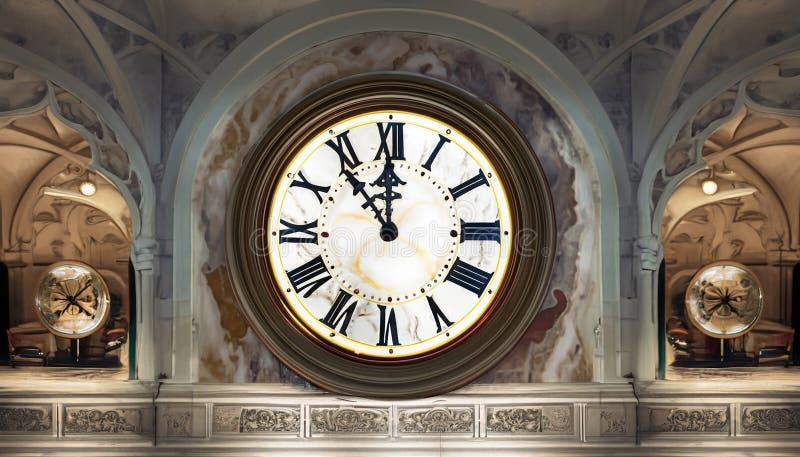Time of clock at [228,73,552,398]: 11:53
